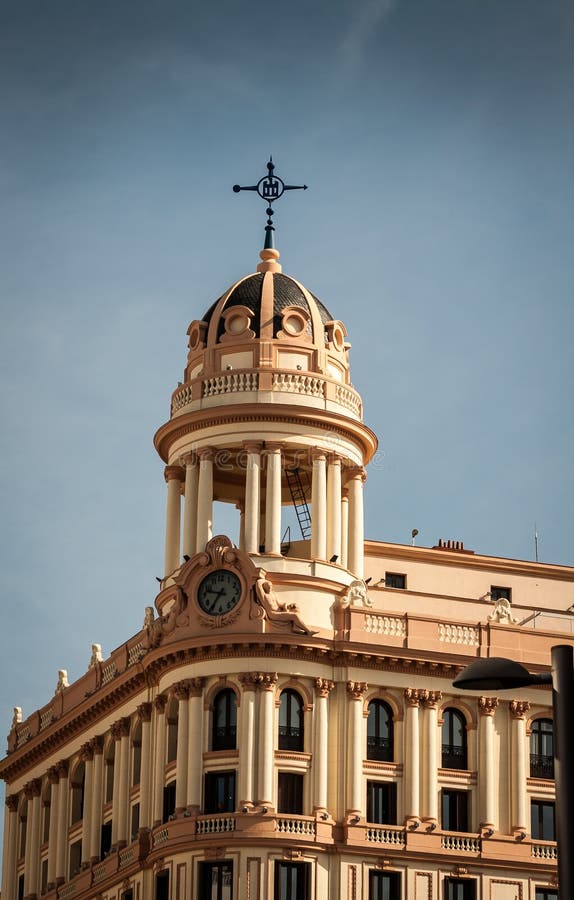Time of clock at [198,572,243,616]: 9:35
